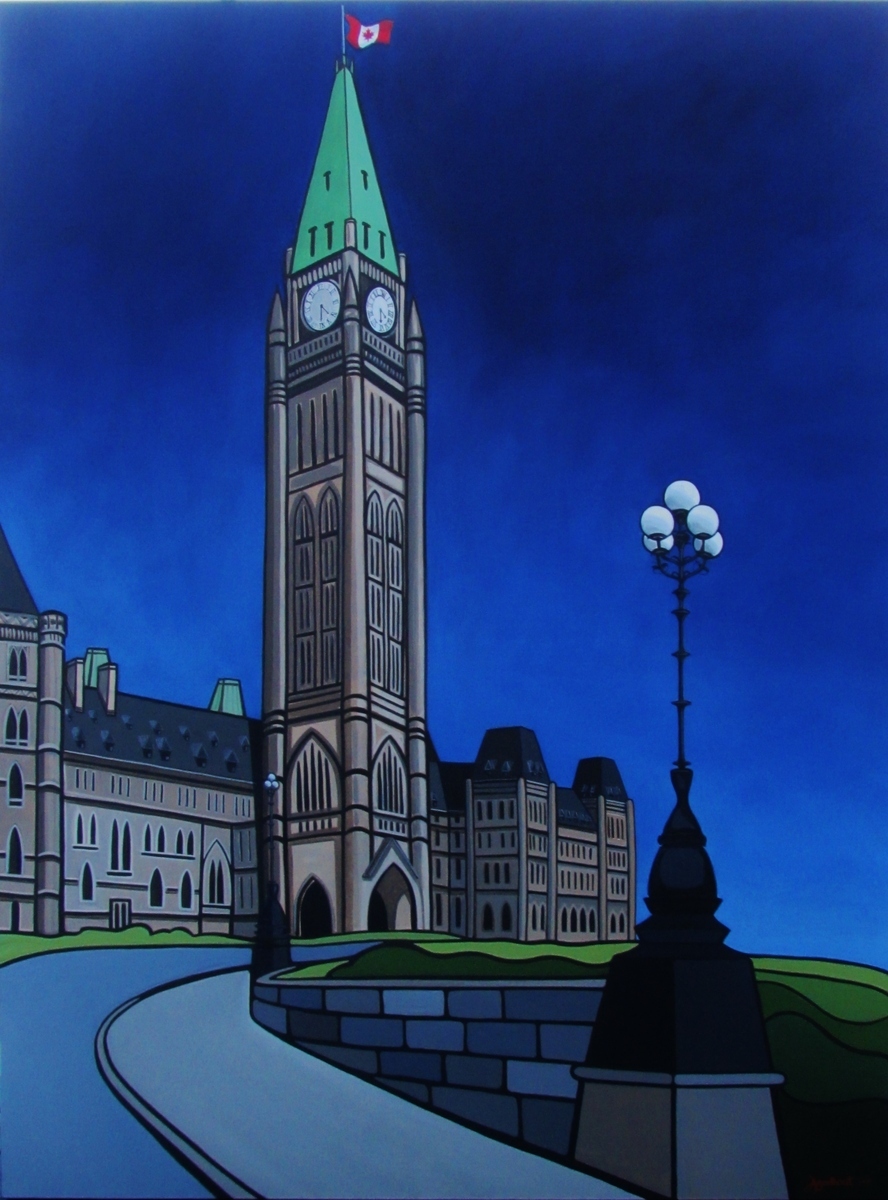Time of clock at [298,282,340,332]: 6:21
